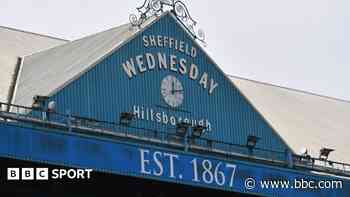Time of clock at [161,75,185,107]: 12:12
